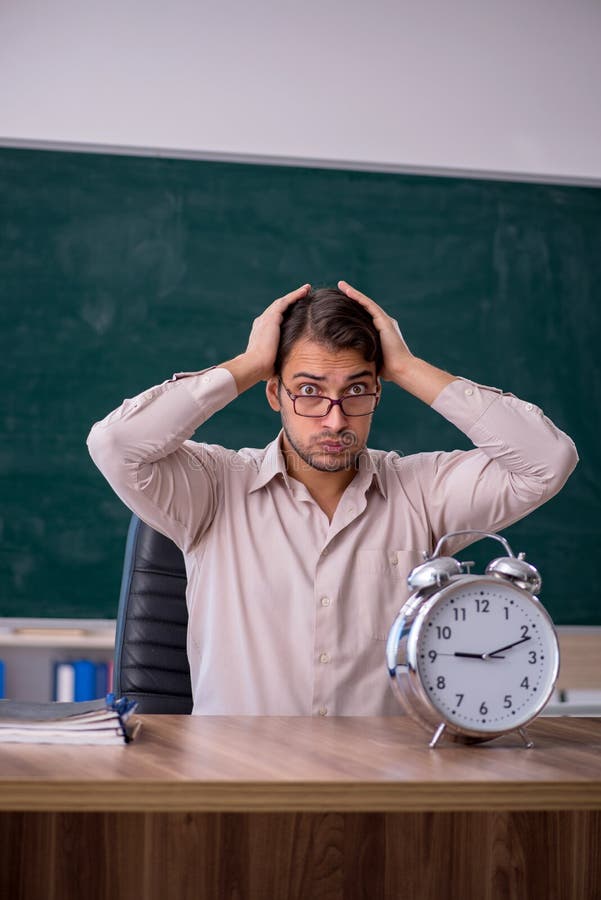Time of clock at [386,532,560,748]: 9:11
